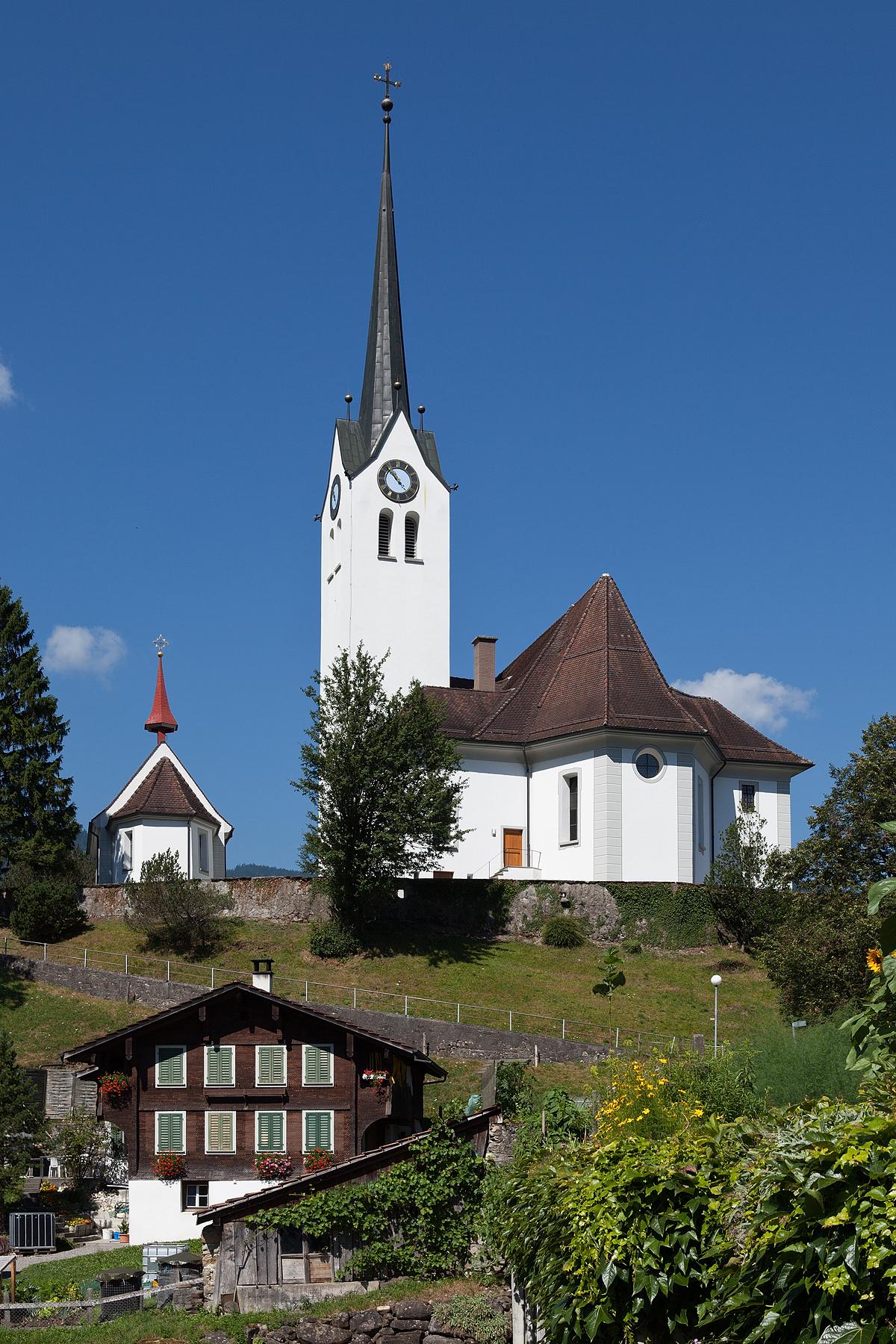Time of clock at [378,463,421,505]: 10:53
